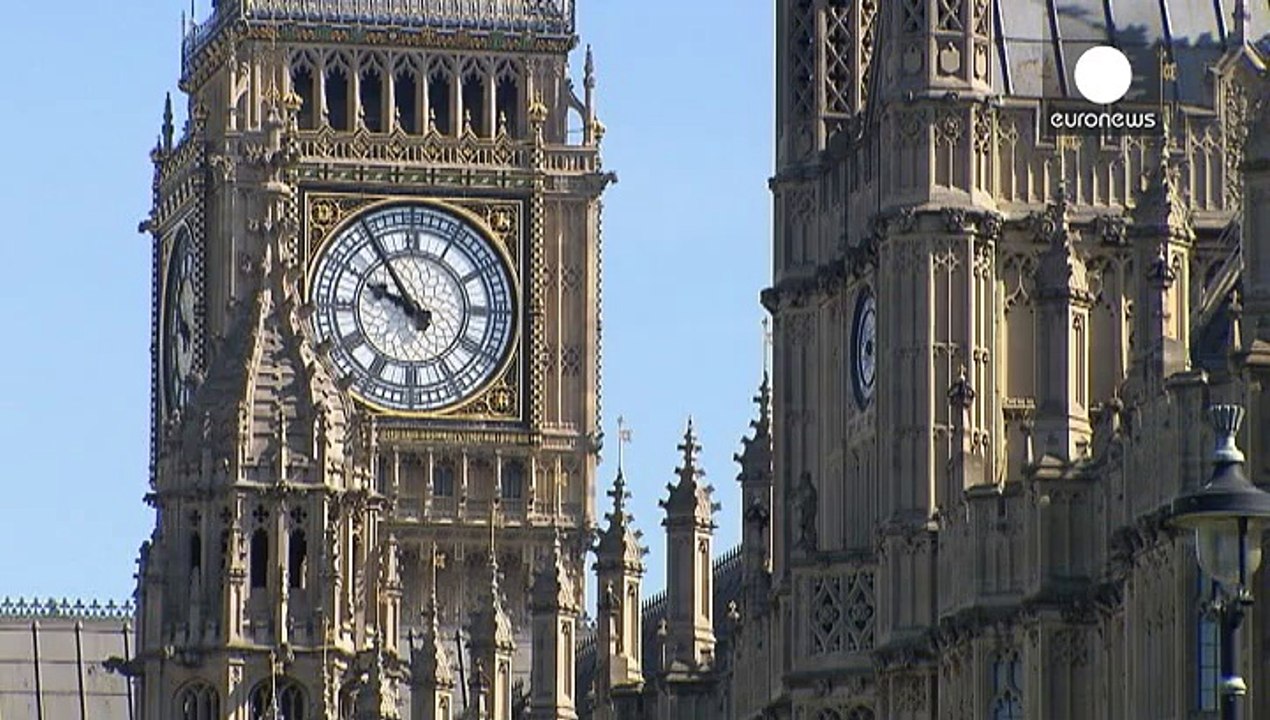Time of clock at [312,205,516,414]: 9:54
